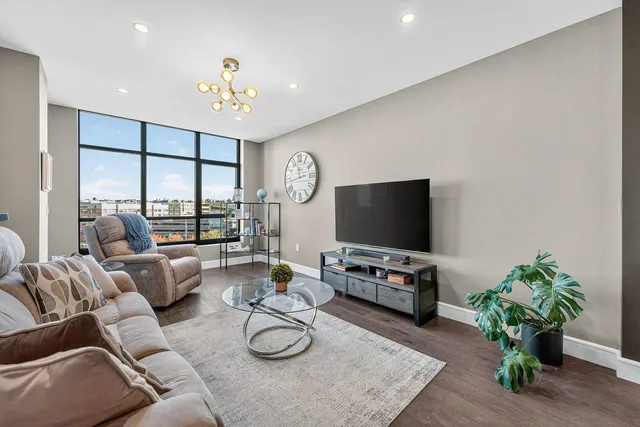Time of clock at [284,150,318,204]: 11:43
